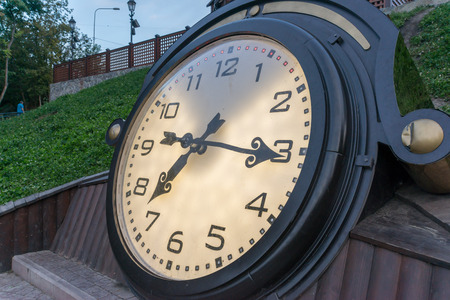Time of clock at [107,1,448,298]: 7:15
